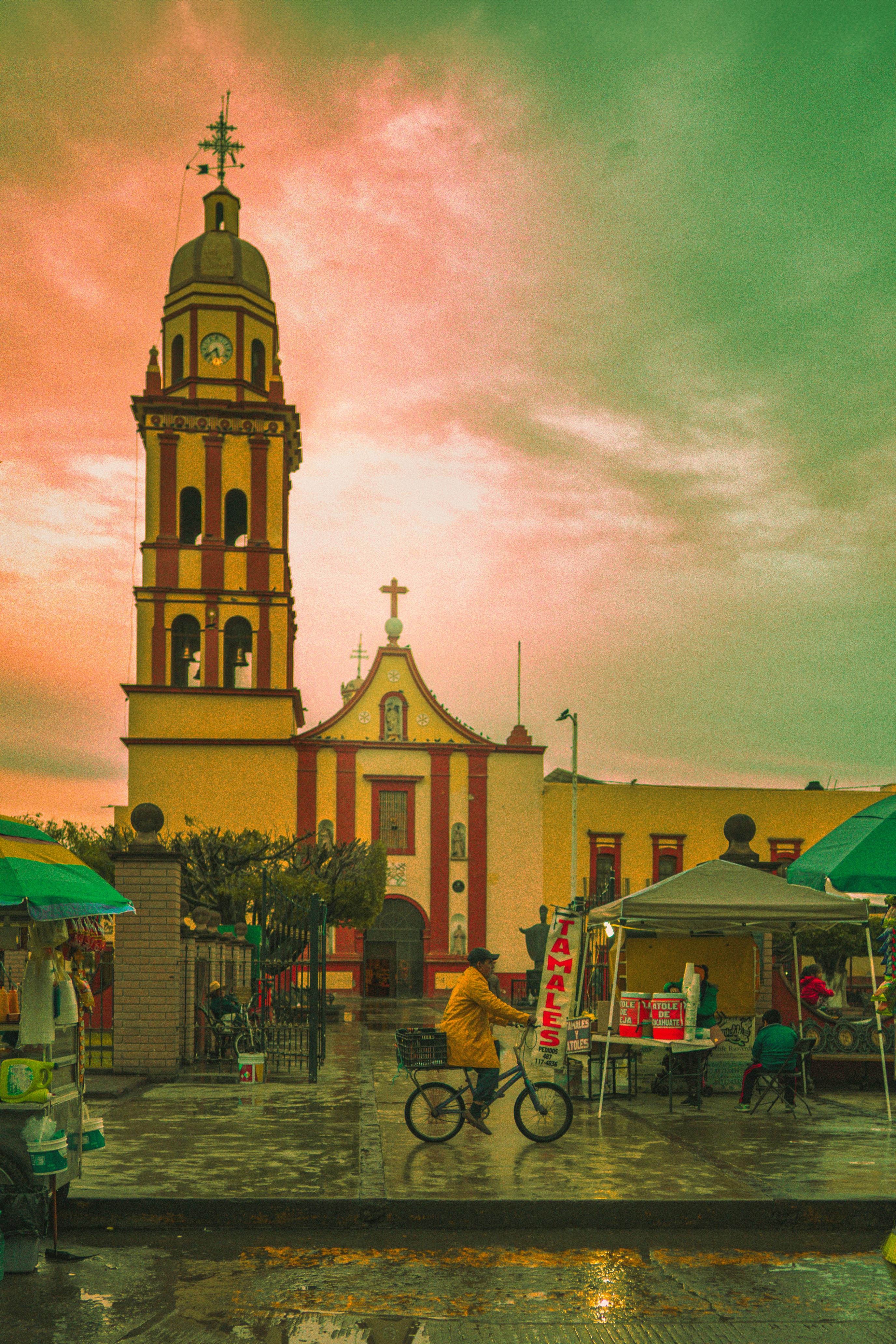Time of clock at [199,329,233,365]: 5:38
